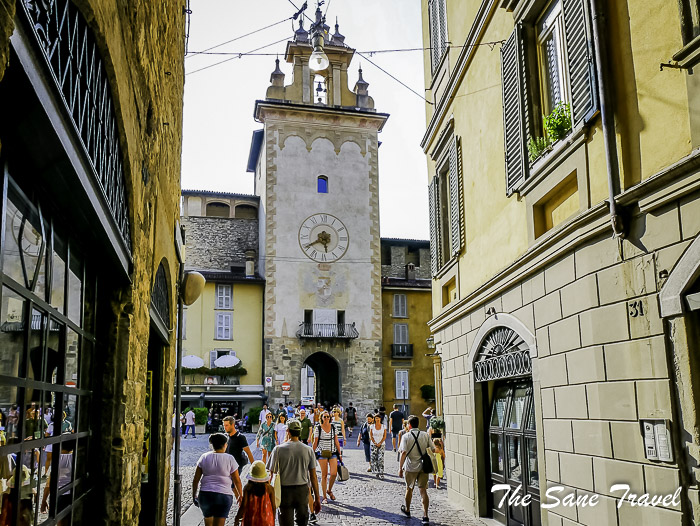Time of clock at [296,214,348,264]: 5:40
